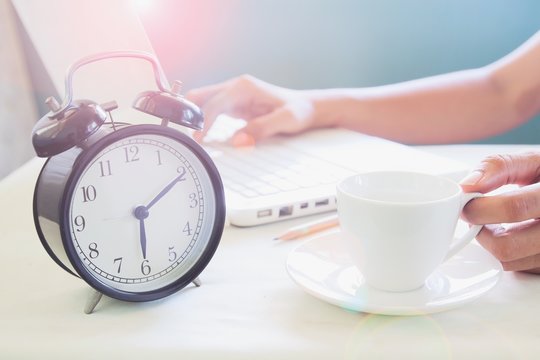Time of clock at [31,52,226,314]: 6:10
